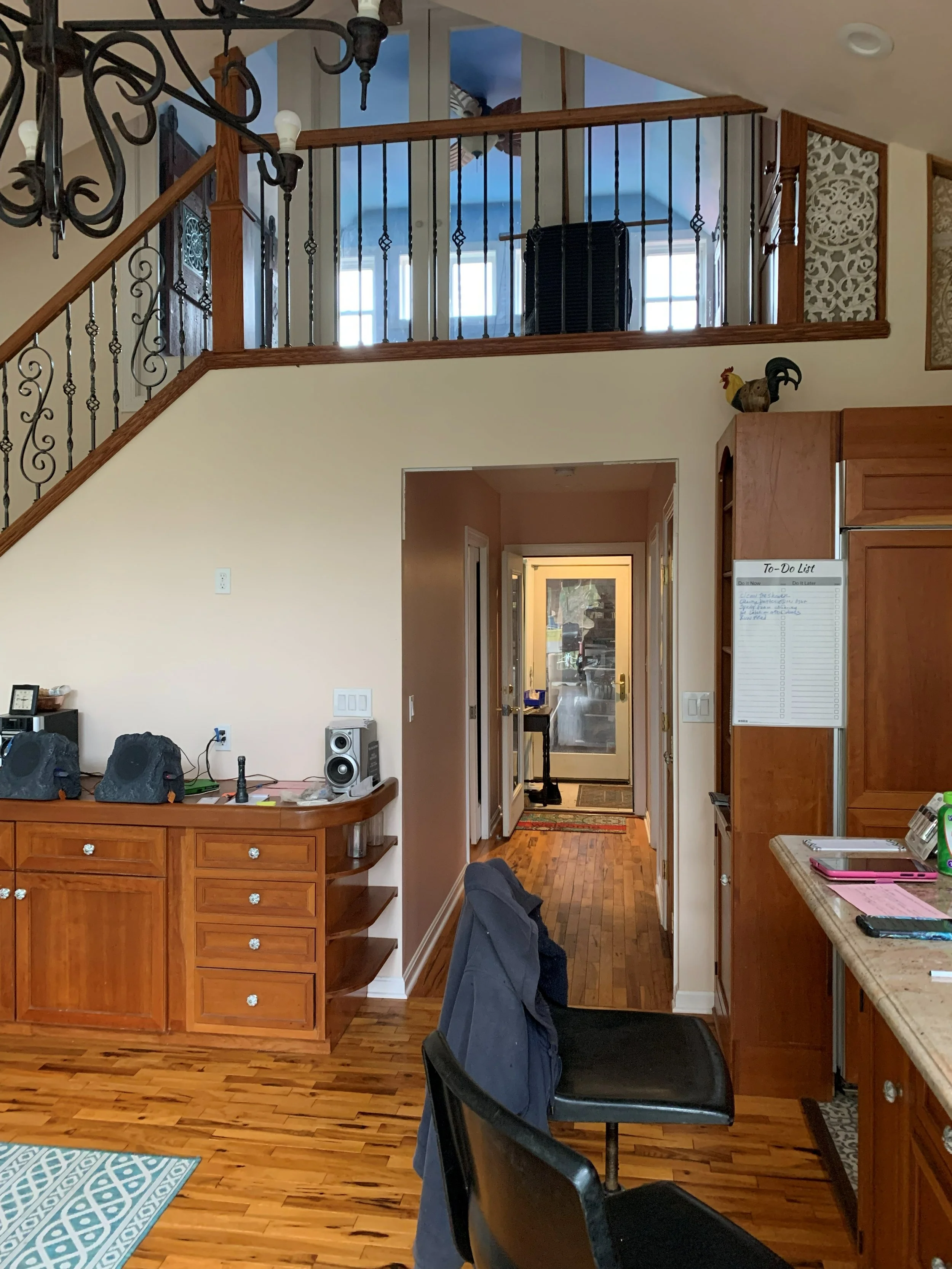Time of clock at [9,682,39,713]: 2:46
